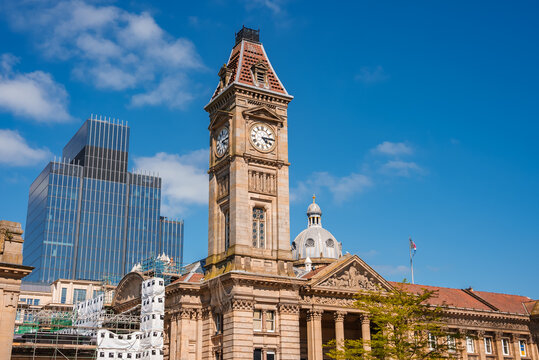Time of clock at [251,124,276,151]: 4:14
